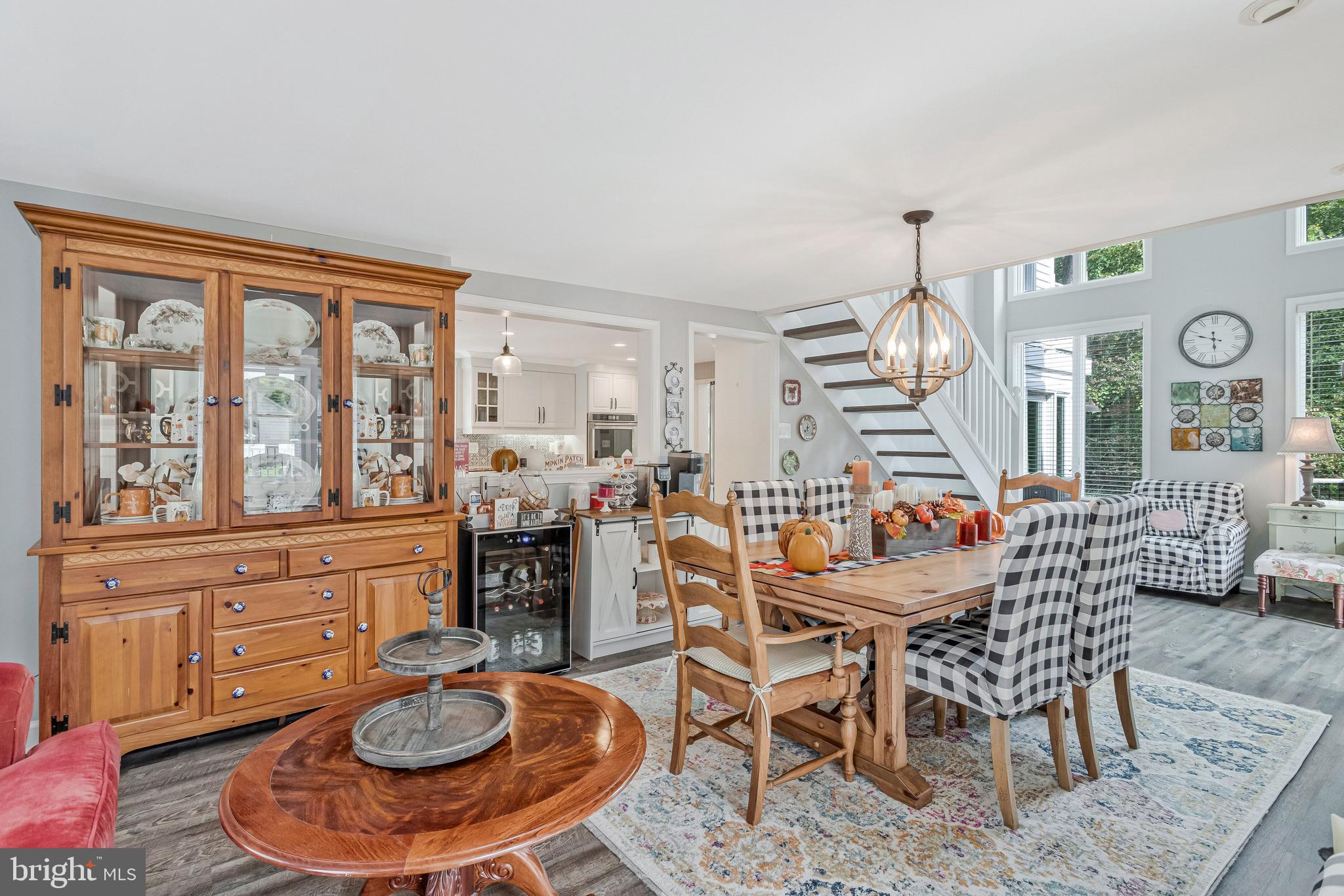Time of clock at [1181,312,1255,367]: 5:48
